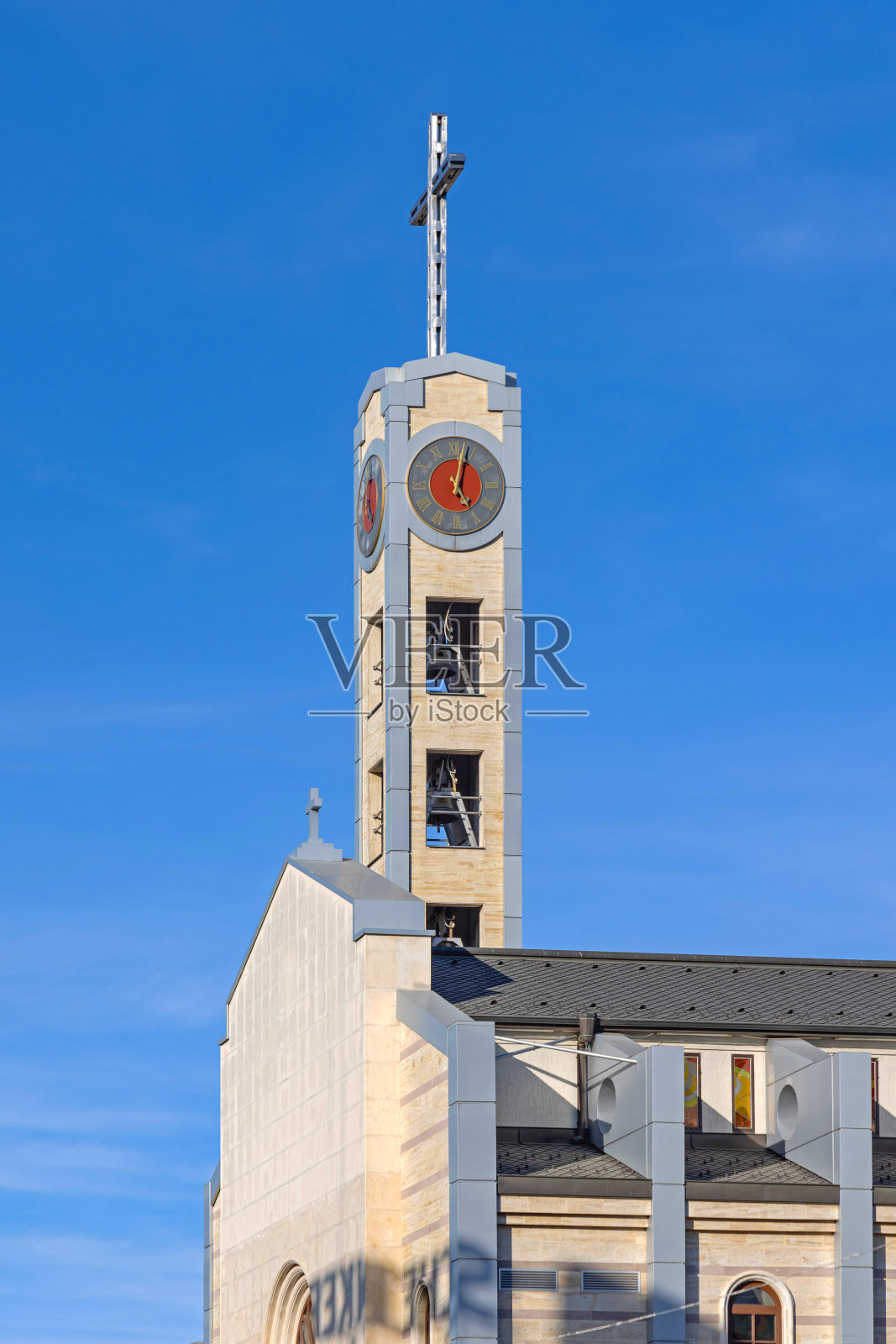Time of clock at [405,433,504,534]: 5:03
